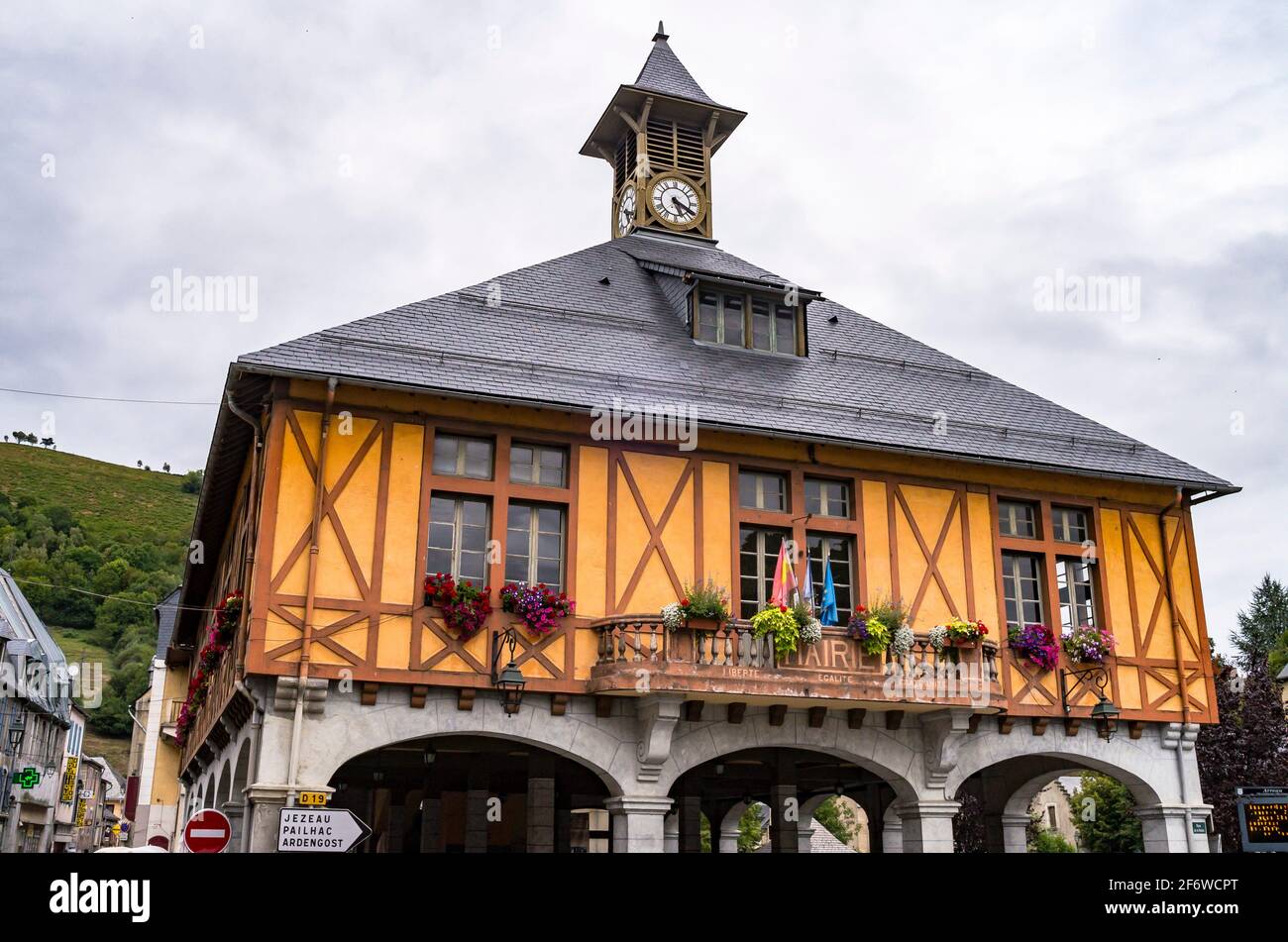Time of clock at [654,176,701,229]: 5:19
